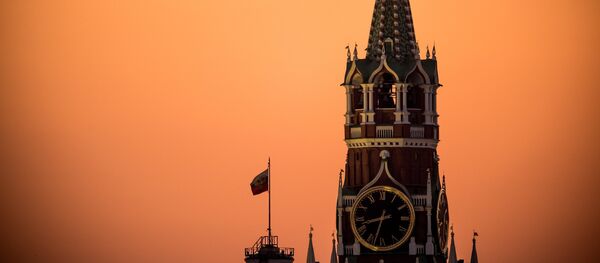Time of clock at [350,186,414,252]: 8:32
